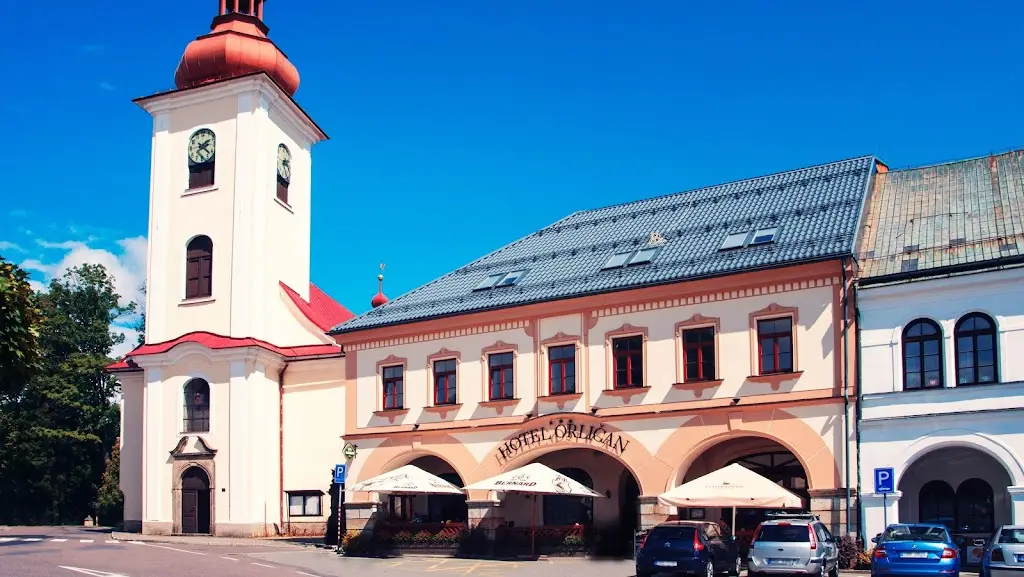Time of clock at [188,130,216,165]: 2:21
